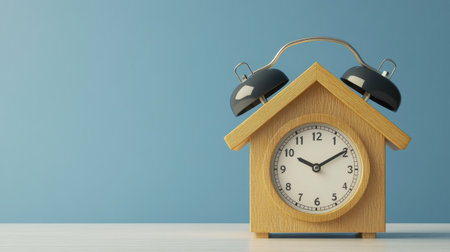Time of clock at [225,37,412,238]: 10:09
